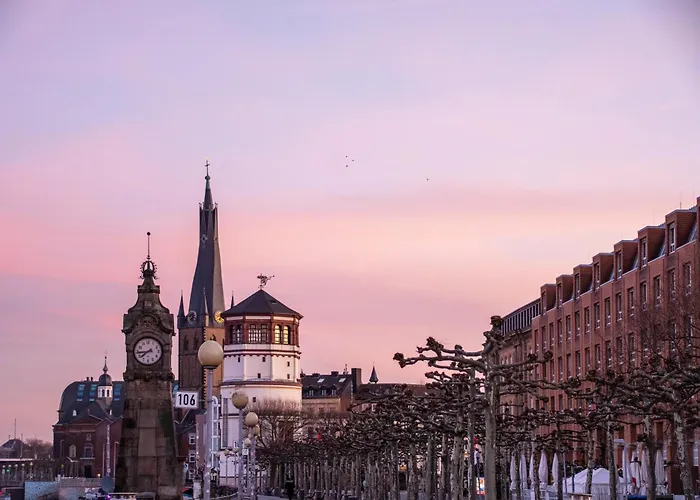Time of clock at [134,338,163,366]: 7:44
